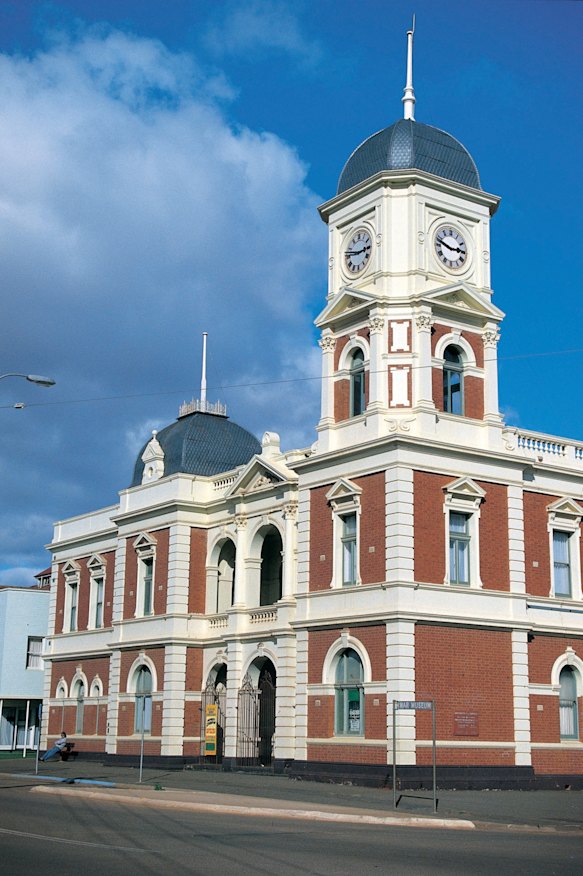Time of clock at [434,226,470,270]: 2:48
